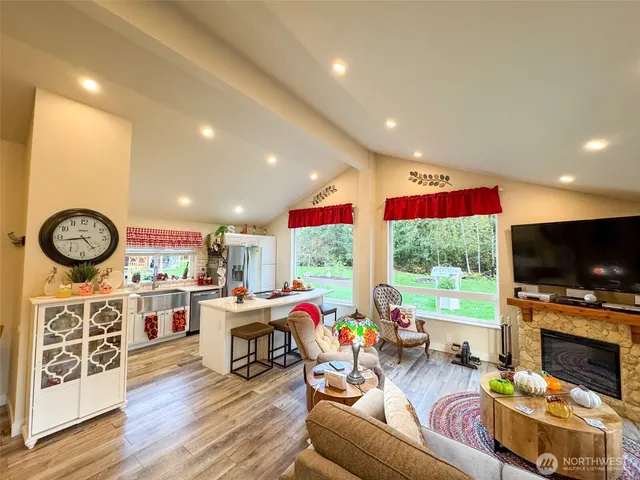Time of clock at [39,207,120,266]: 4:43
